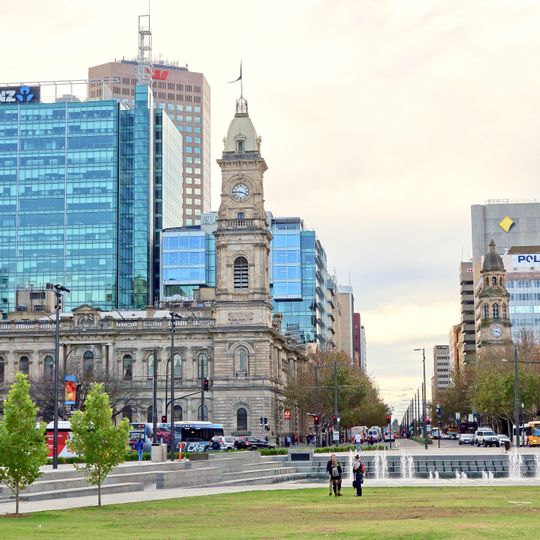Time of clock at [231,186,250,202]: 3:45
